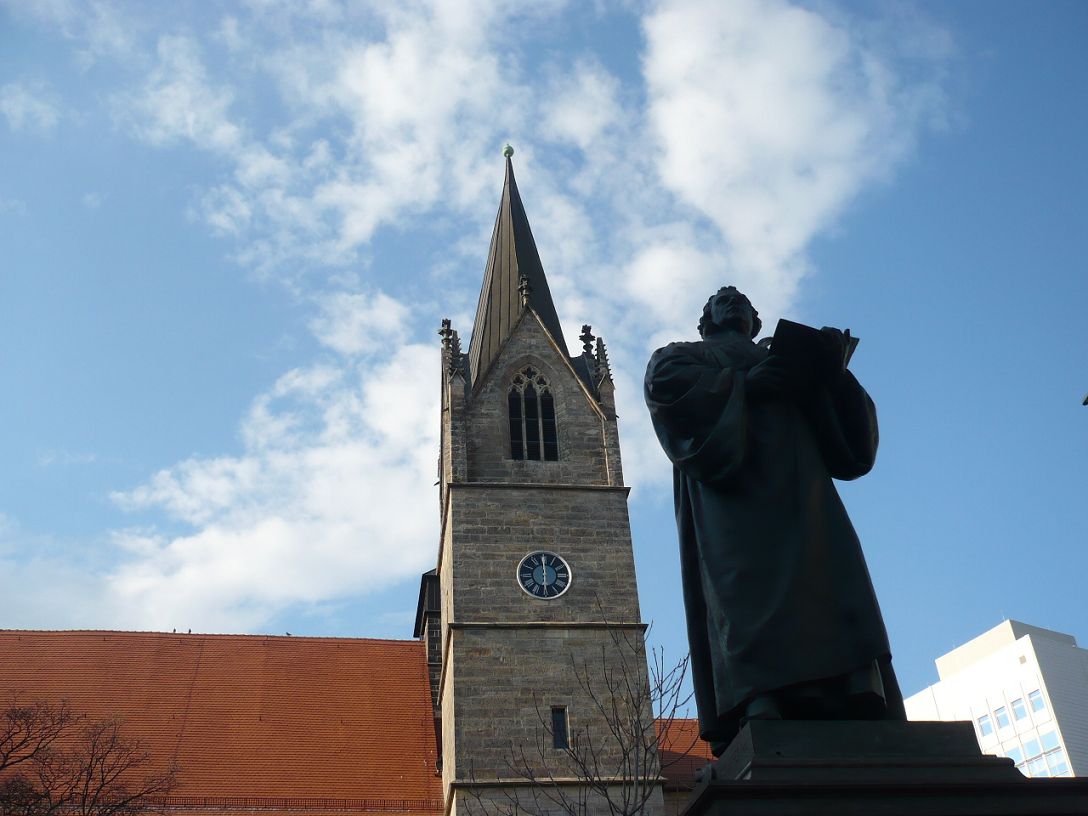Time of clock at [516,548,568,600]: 5:59
